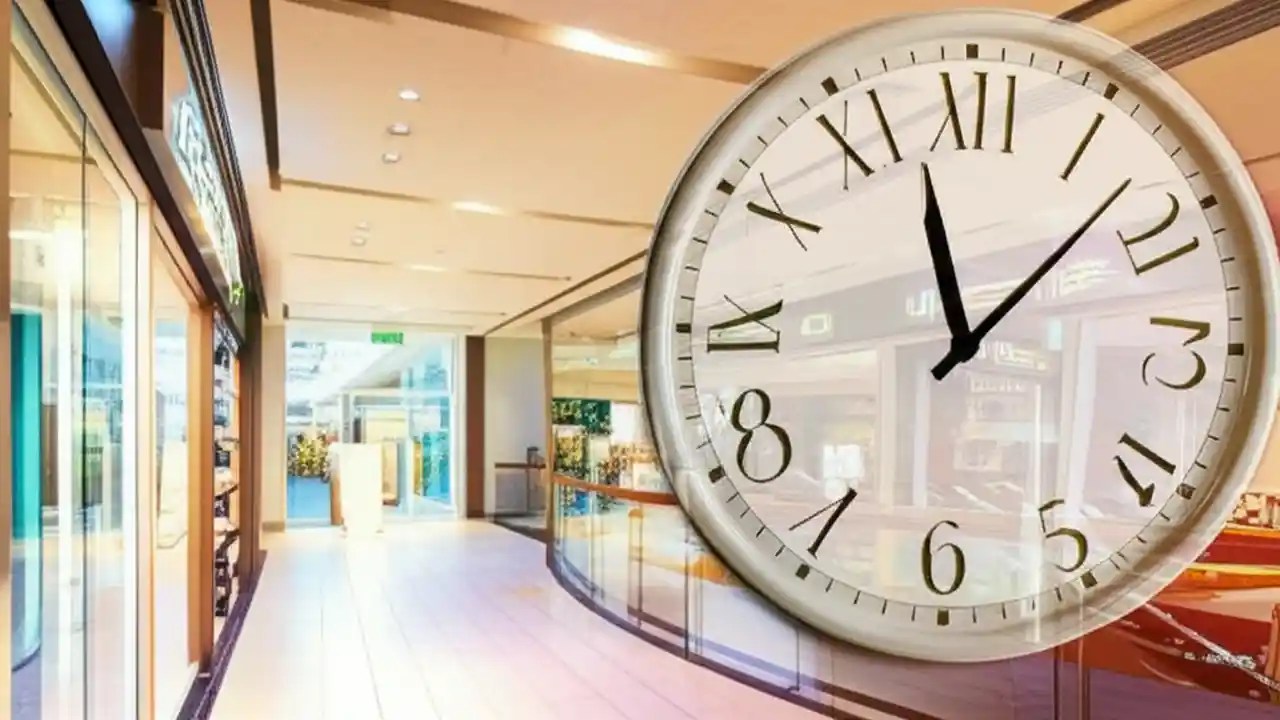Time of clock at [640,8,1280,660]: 11:07
